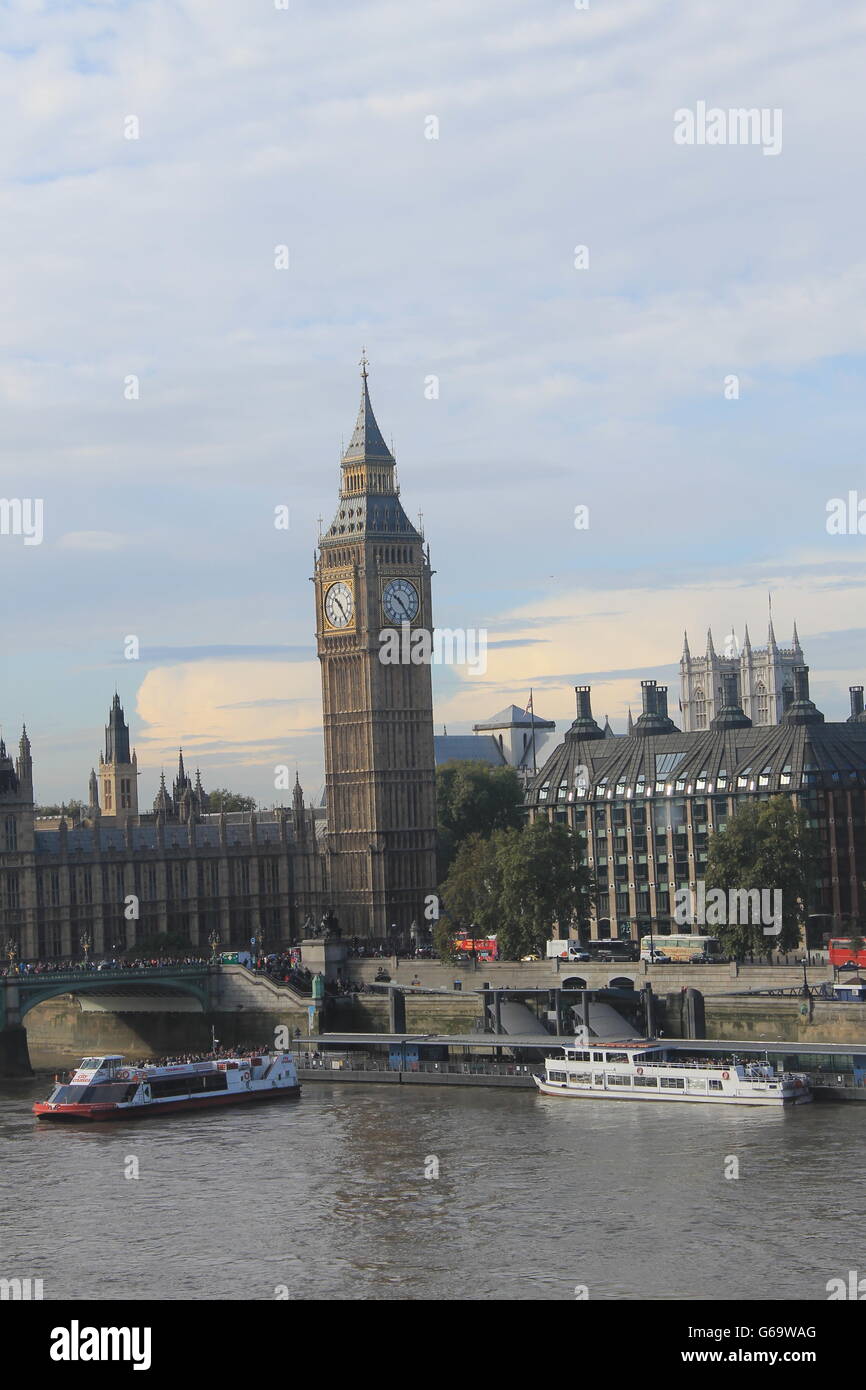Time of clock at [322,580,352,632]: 10:24
